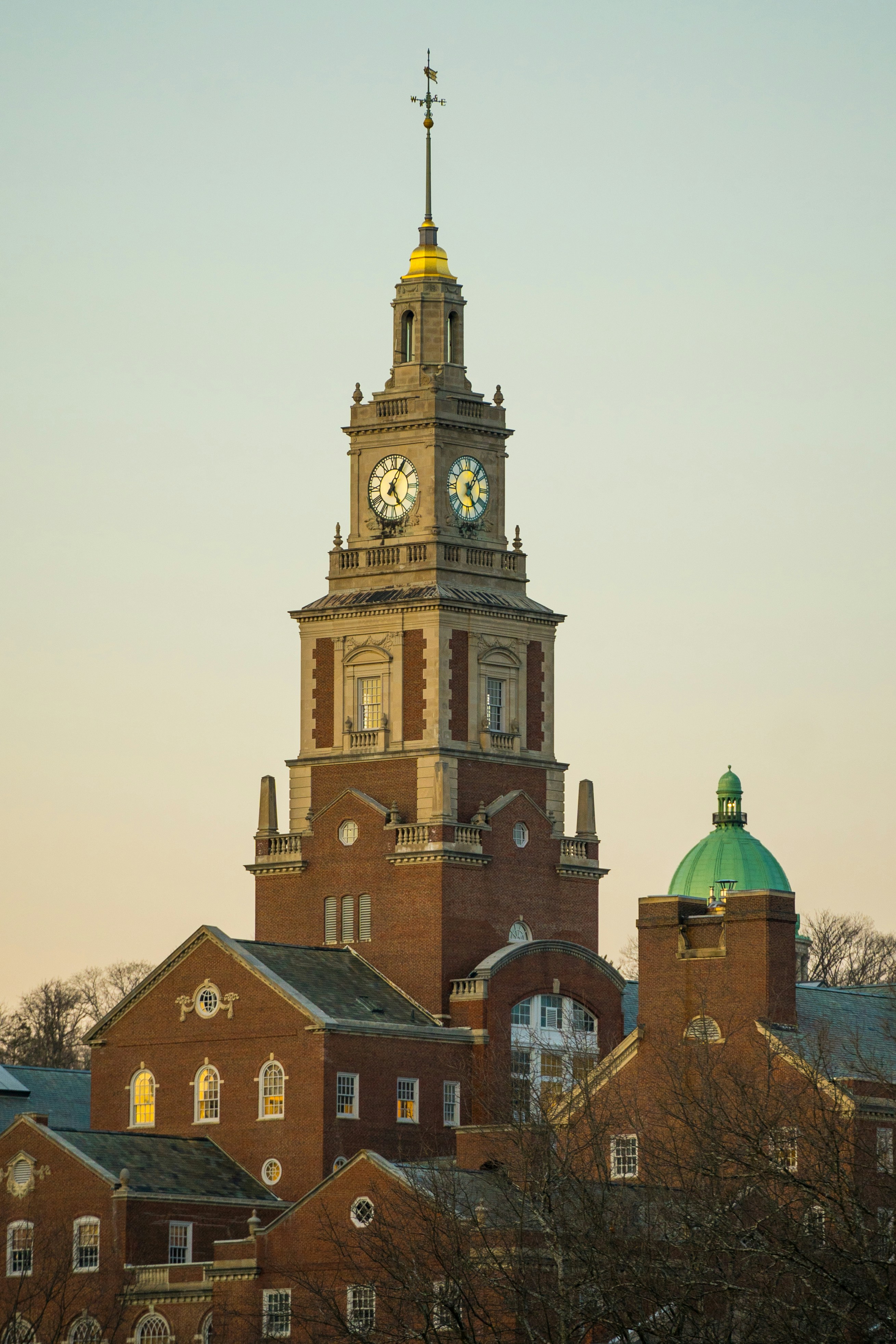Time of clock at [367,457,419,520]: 5:05
